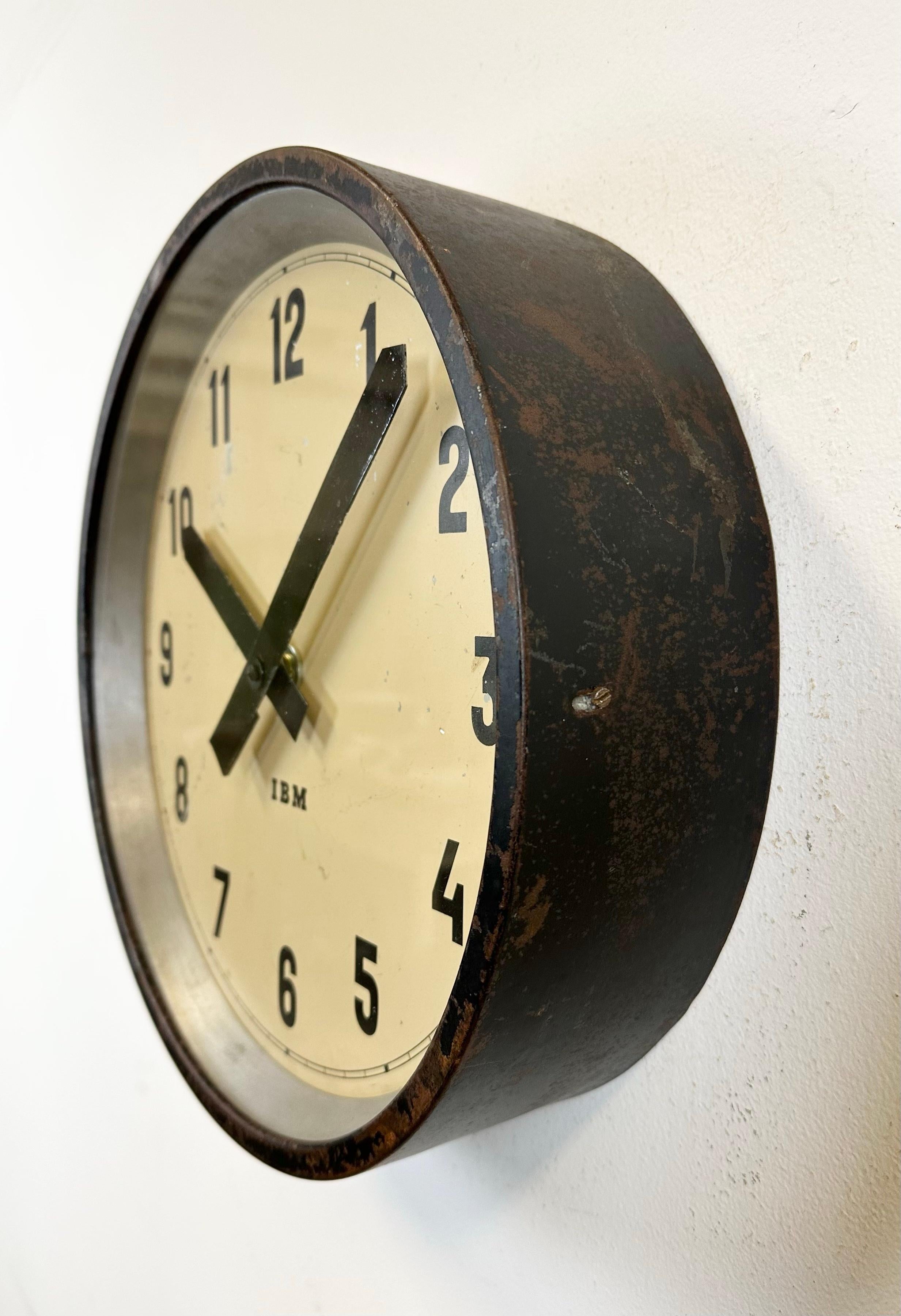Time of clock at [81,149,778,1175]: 10:07
